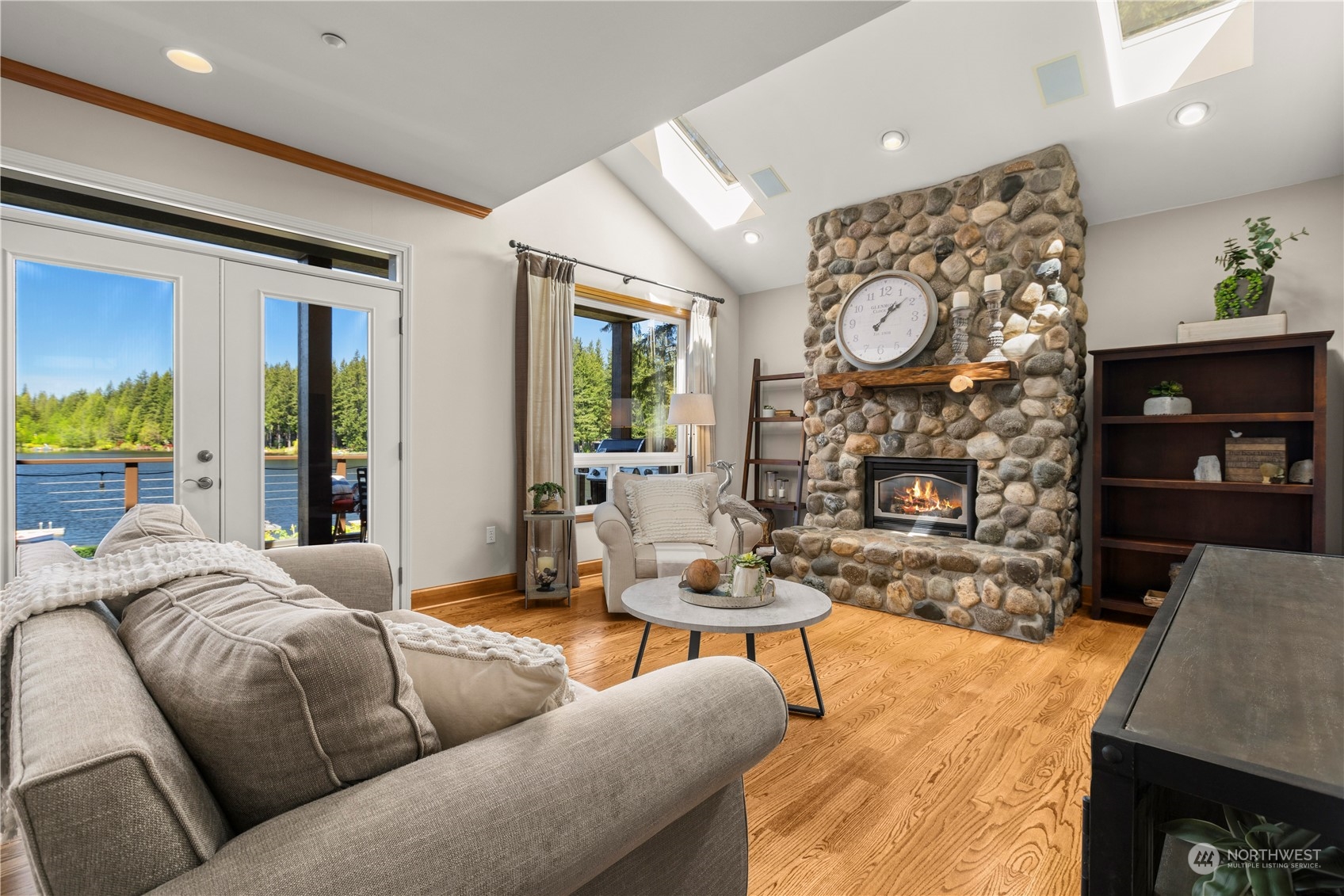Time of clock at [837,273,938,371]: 1:08
